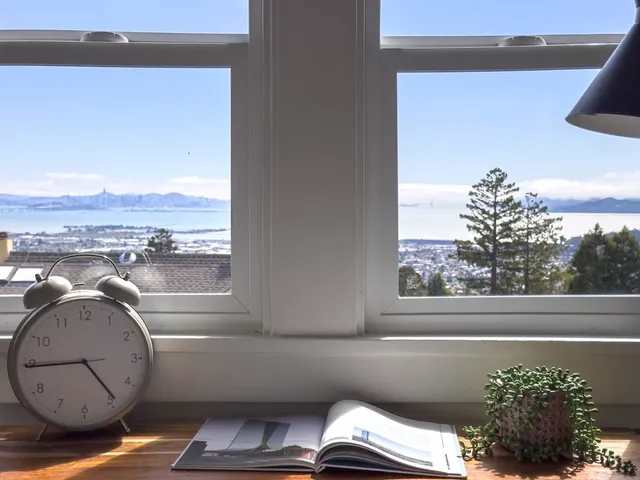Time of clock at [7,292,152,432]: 4:44
